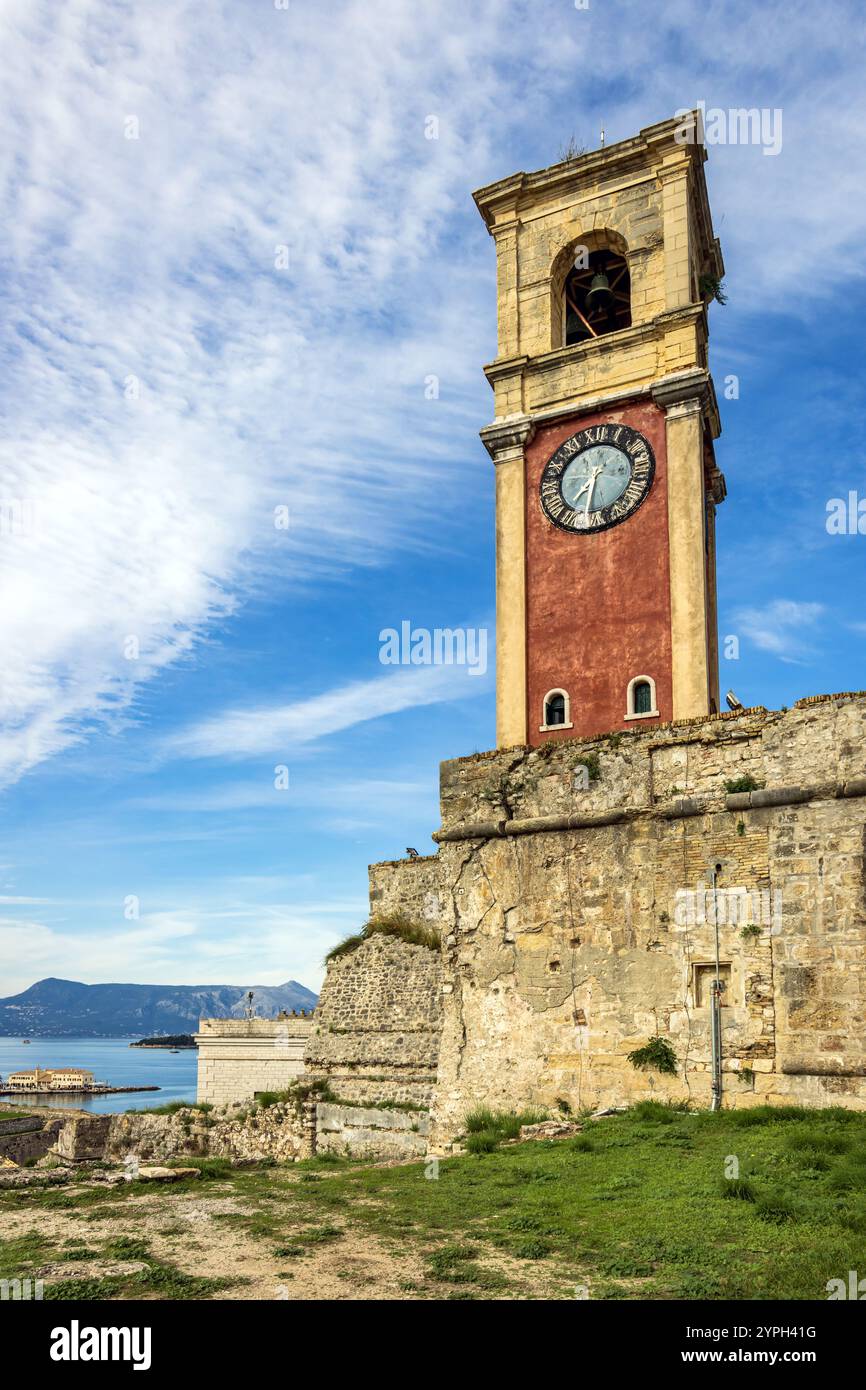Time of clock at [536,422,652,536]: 7:31
